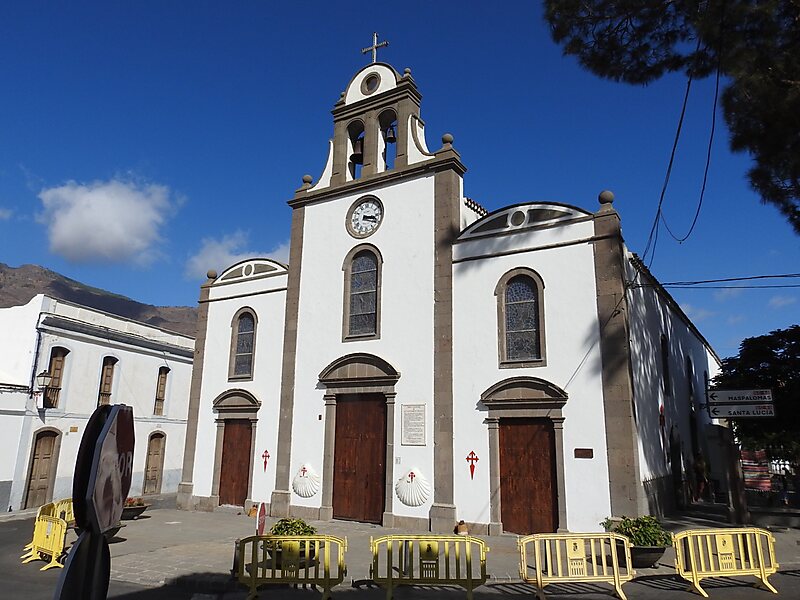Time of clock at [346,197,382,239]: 3:18
